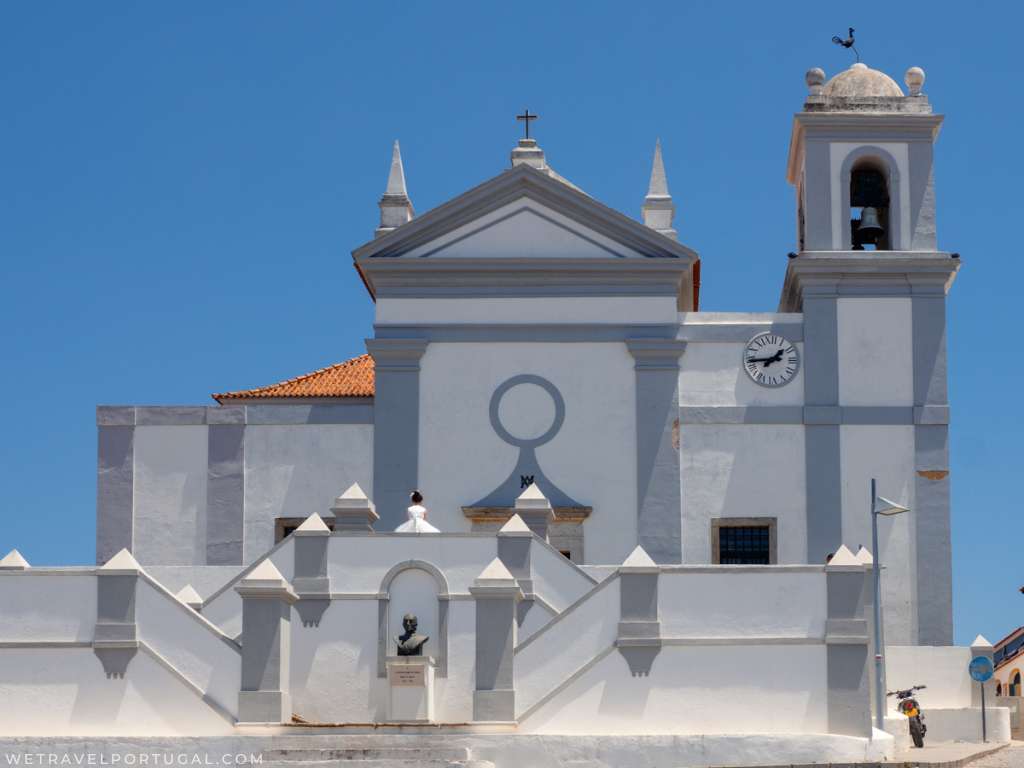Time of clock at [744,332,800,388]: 1:43
